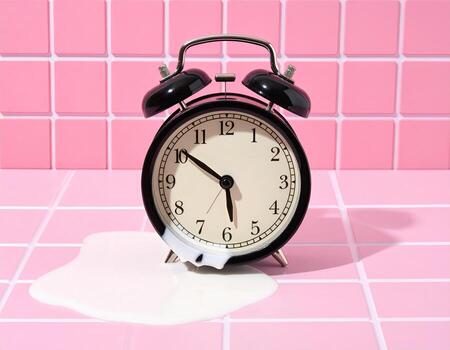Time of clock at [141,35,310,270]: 5:50
